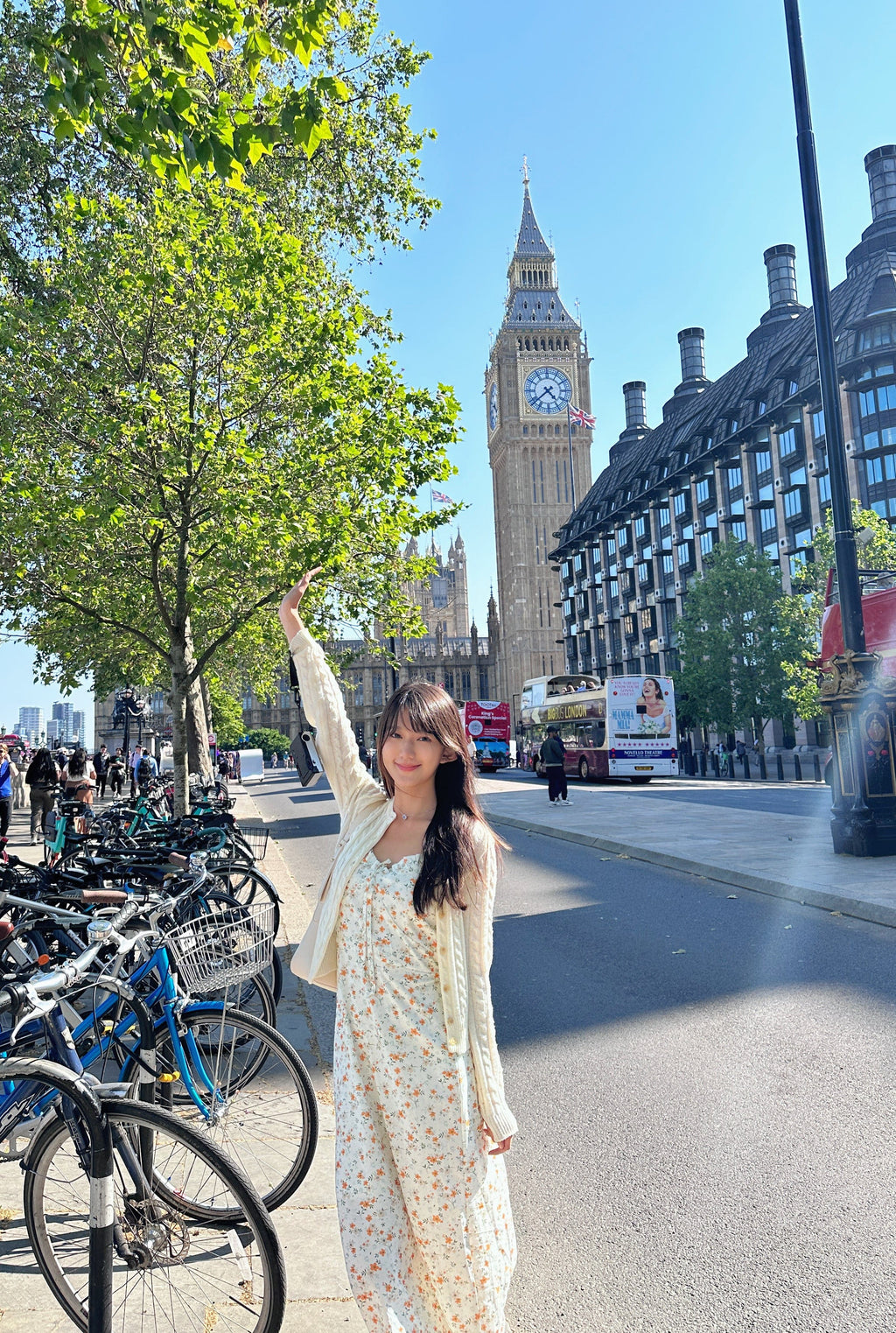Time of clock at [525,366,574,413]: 4:38
